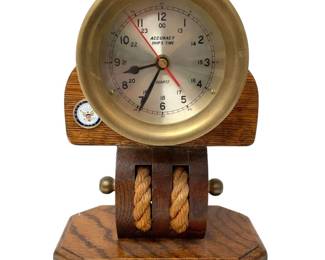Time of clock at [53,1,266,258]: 8:34
